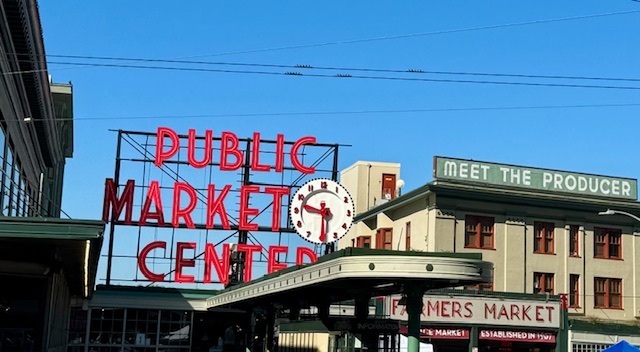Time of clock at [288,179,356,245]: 9:30
